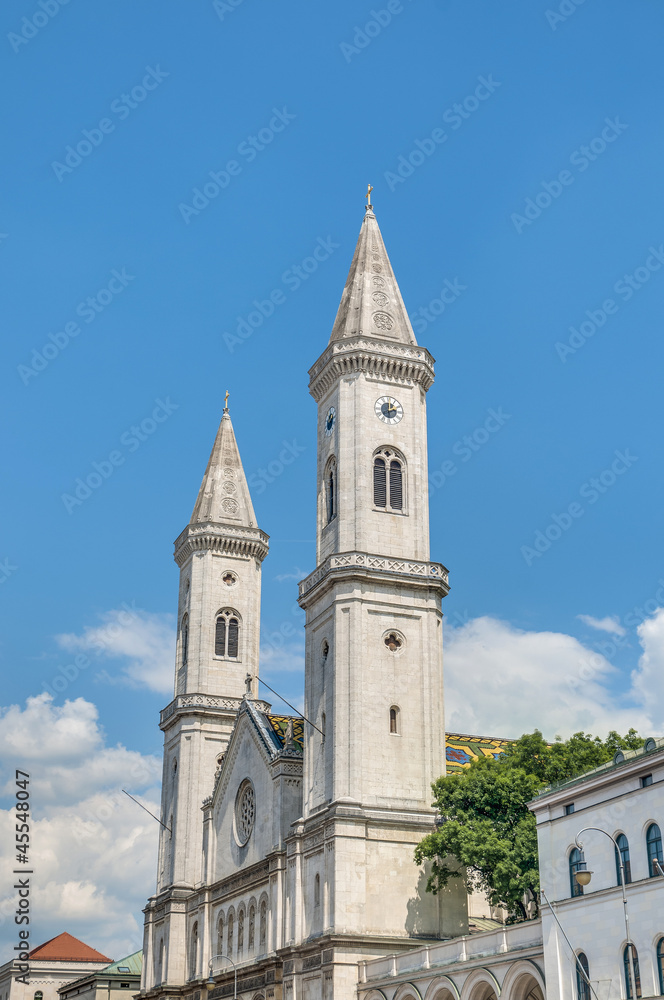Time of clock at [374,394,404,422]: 2:00
